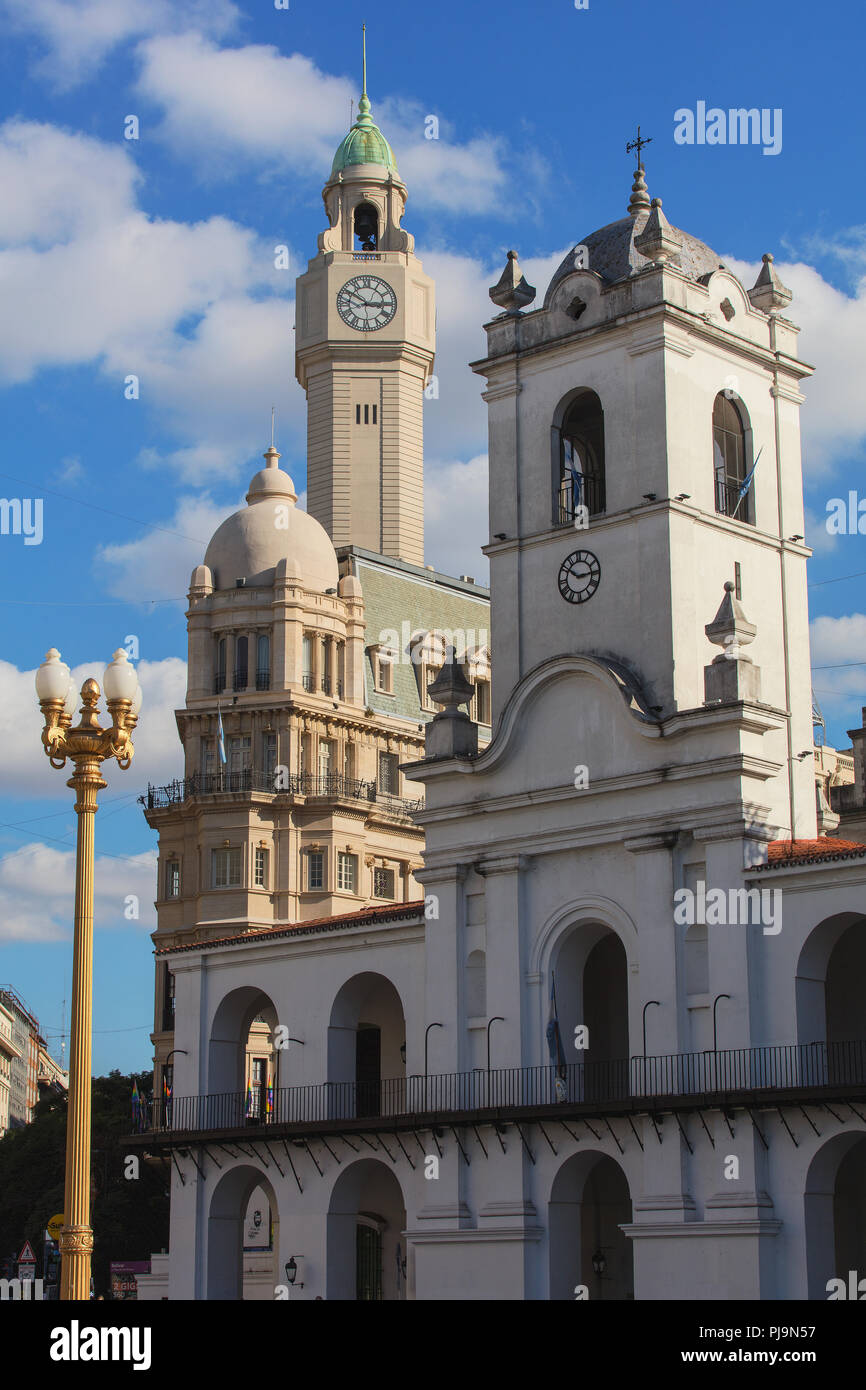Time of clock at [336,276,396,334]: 2:50
